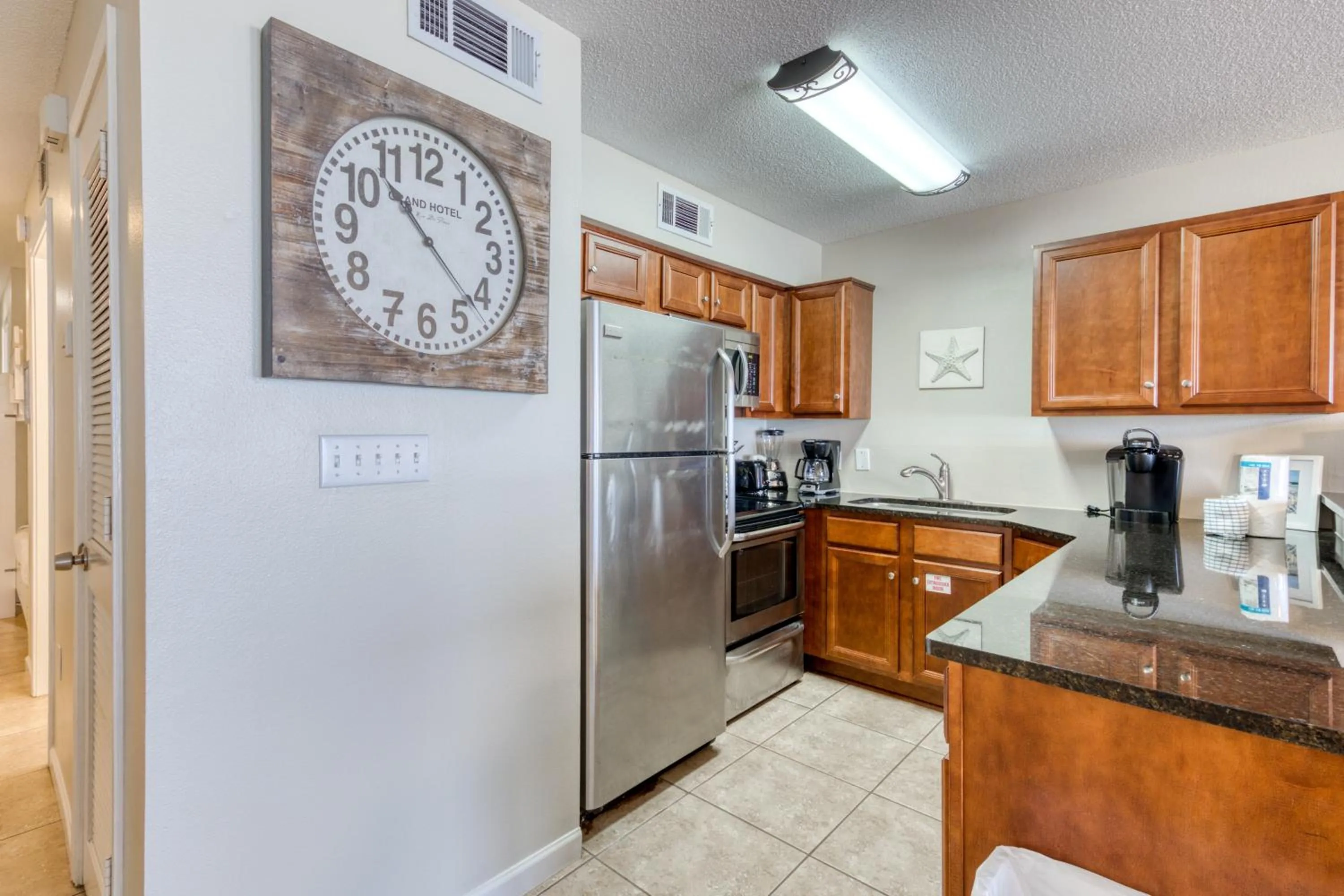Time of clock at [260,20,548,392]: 10:22
